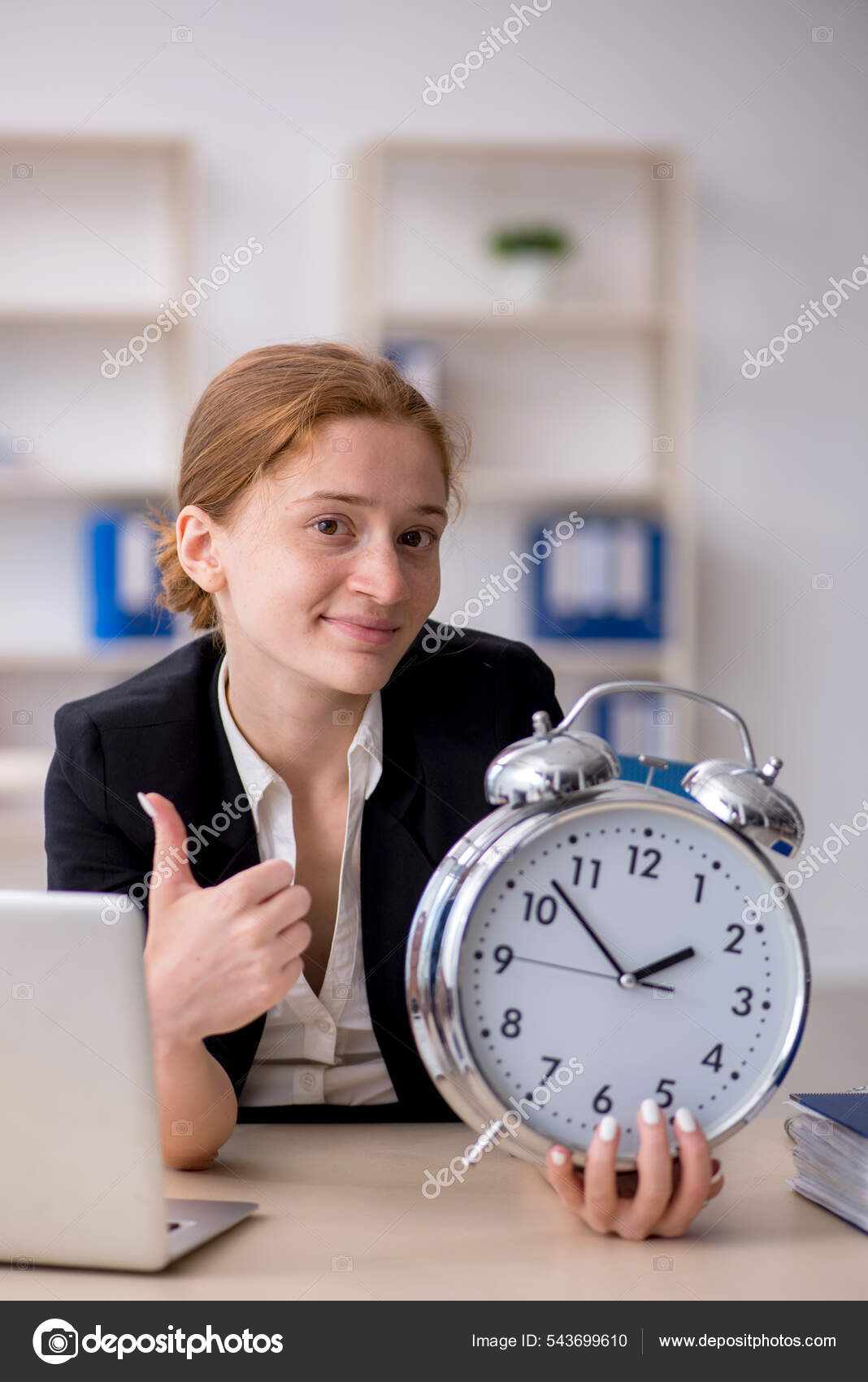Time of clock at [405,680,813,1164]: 1:52
